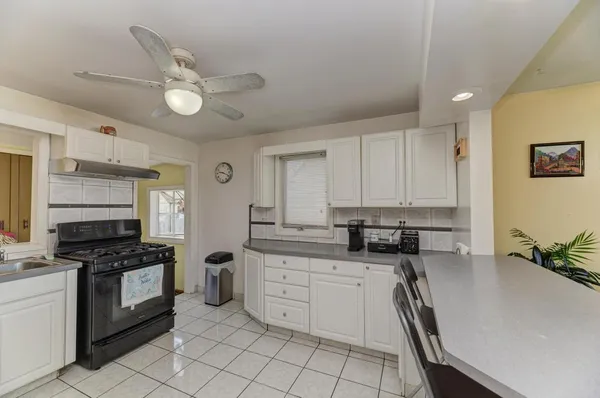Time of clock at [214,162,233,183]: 9:18
